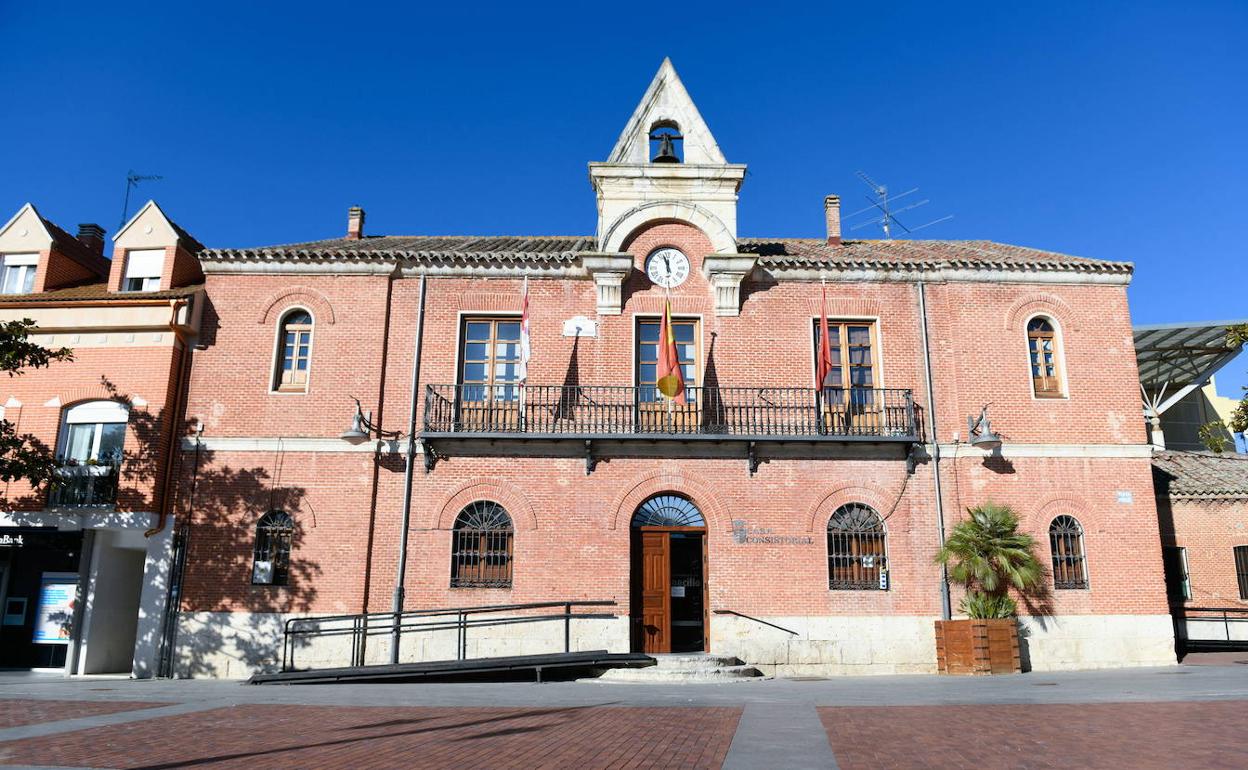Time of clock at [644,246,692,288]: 11:57
